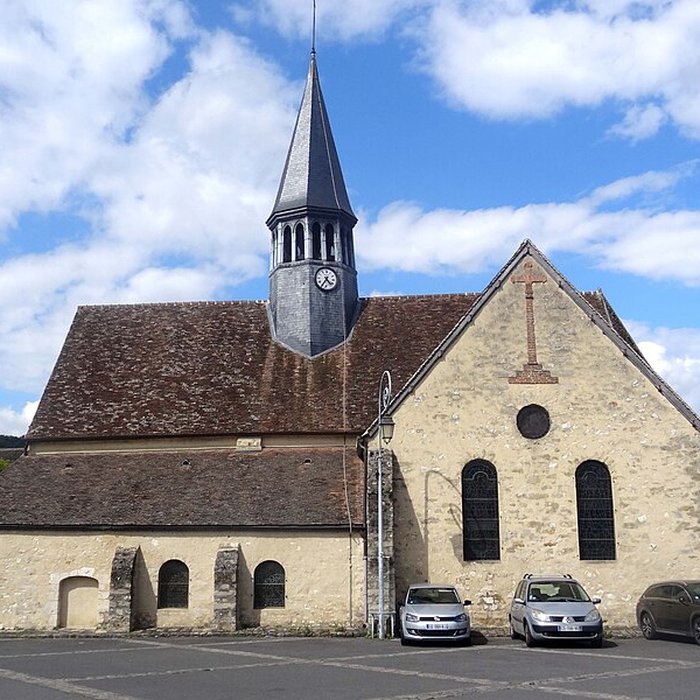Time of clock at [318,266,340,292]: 4:35
